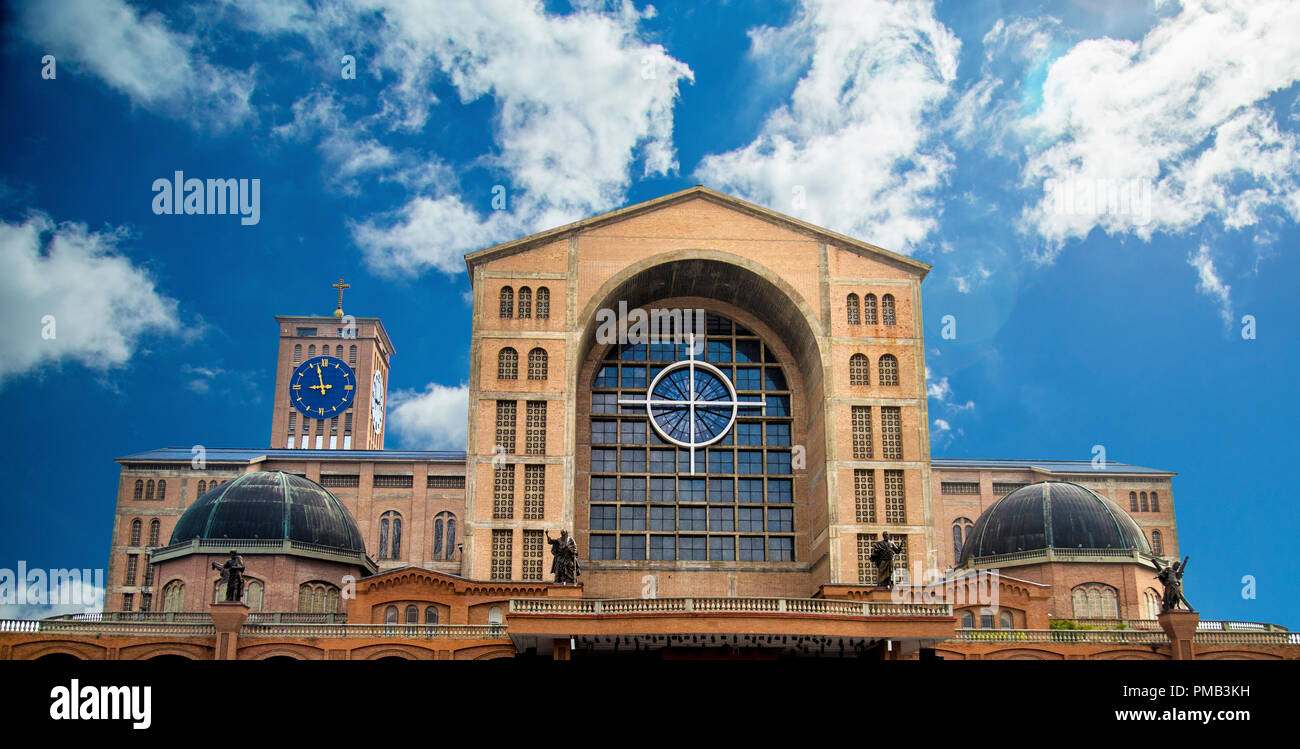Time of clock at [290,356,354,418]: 8:57
